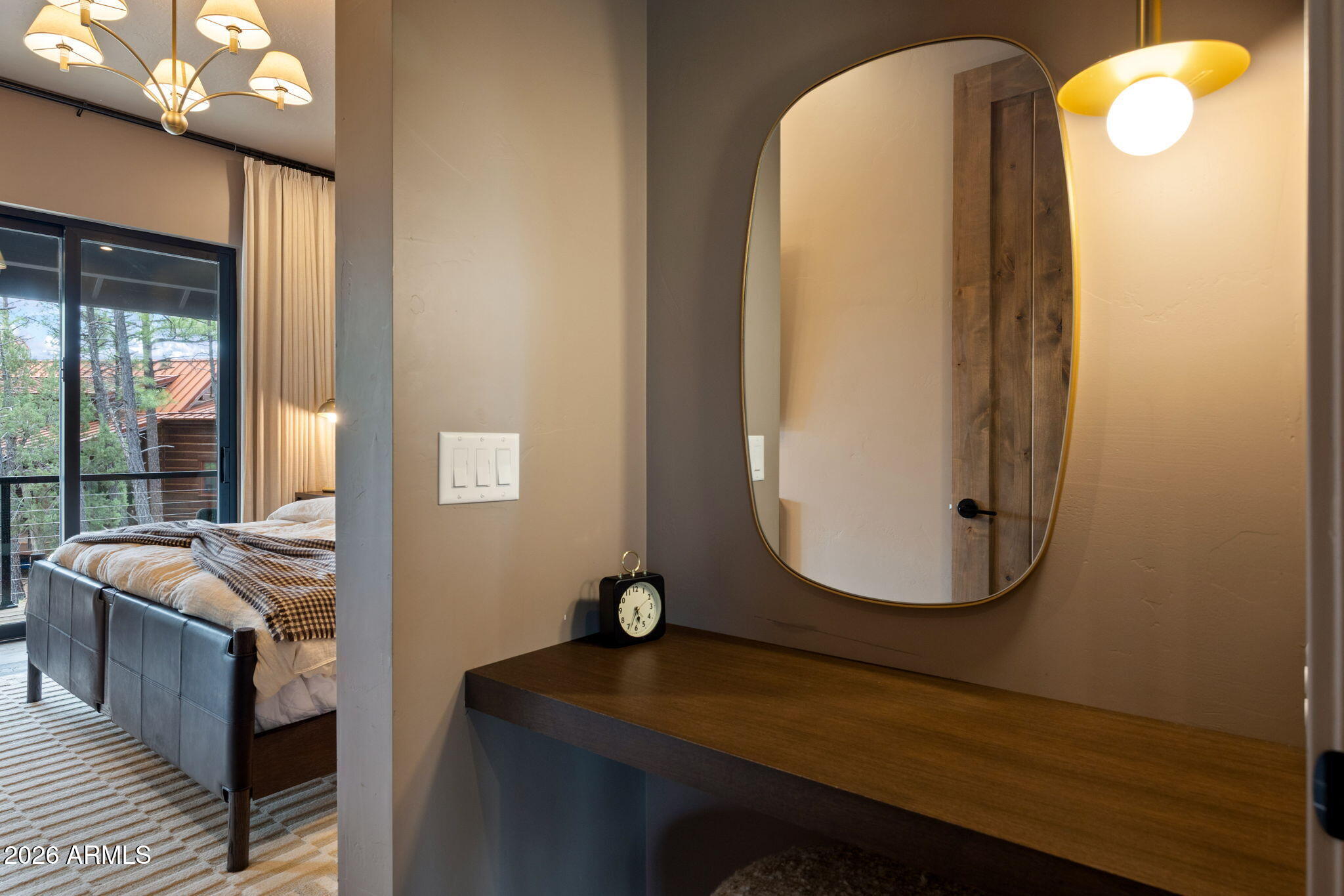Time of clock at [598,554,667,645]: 5:33
